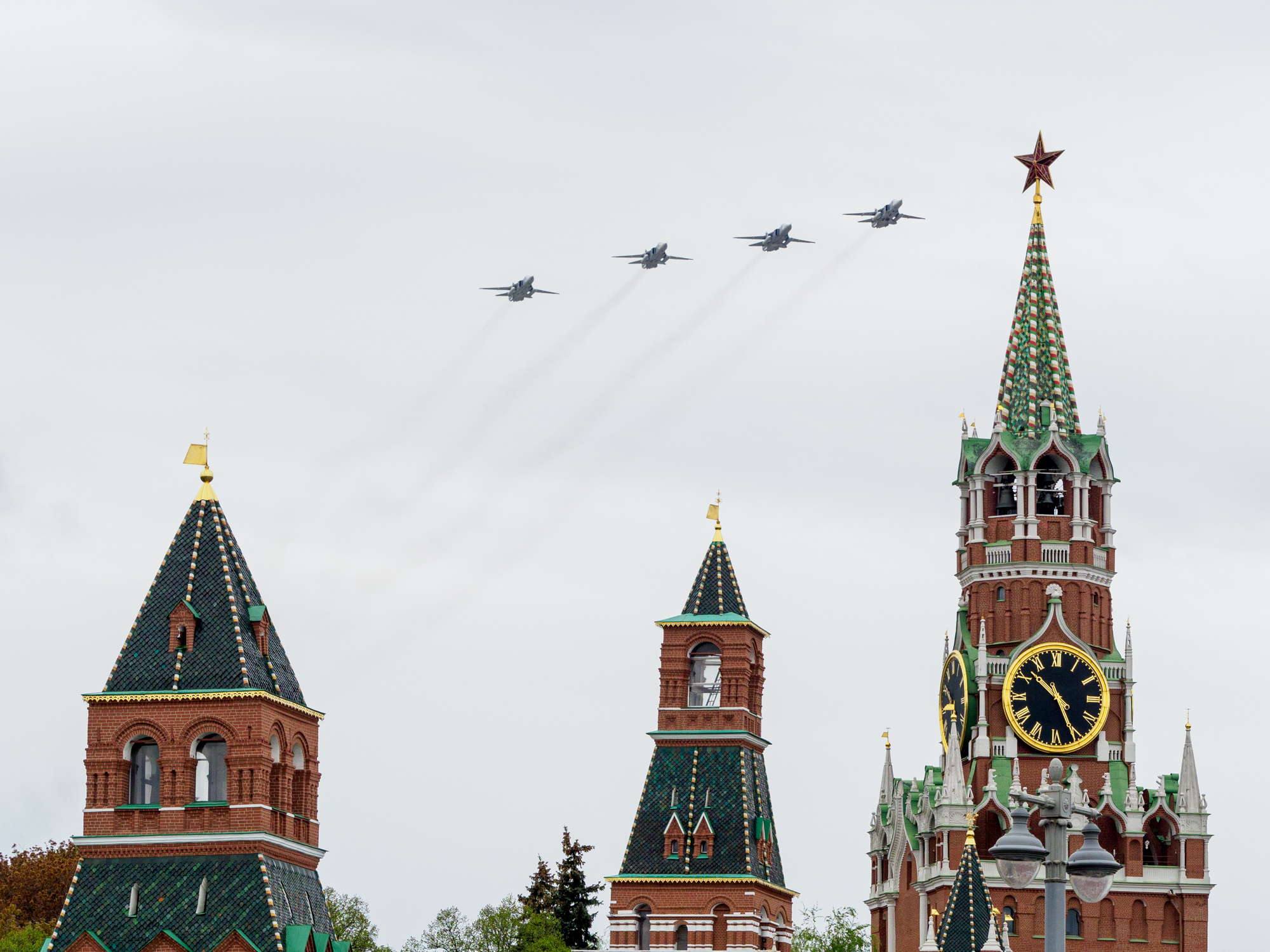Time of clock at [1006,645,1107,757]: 10:26
